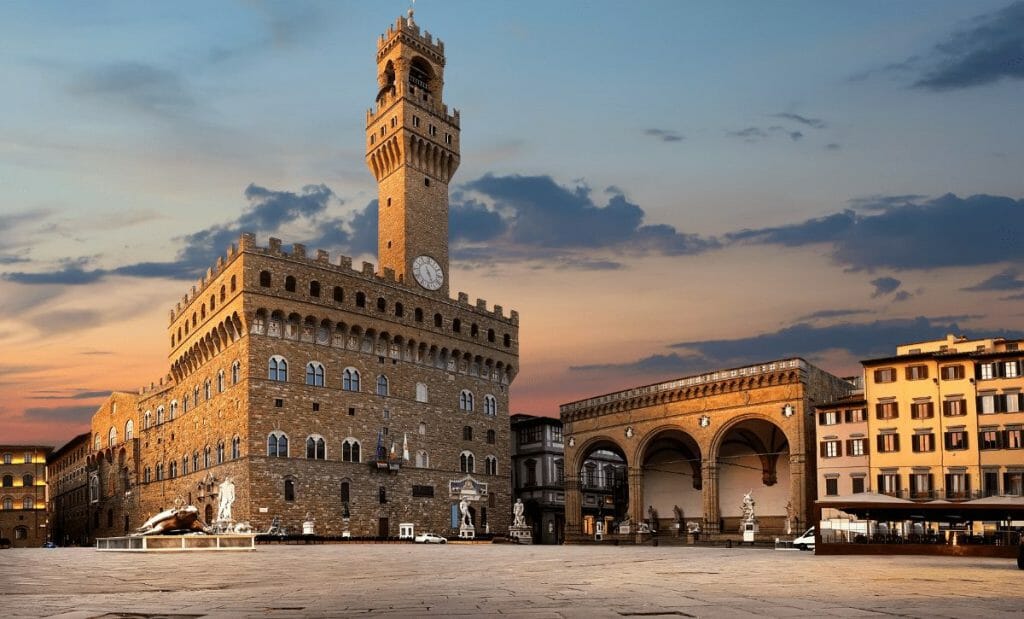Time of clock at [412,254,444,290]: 5:26
